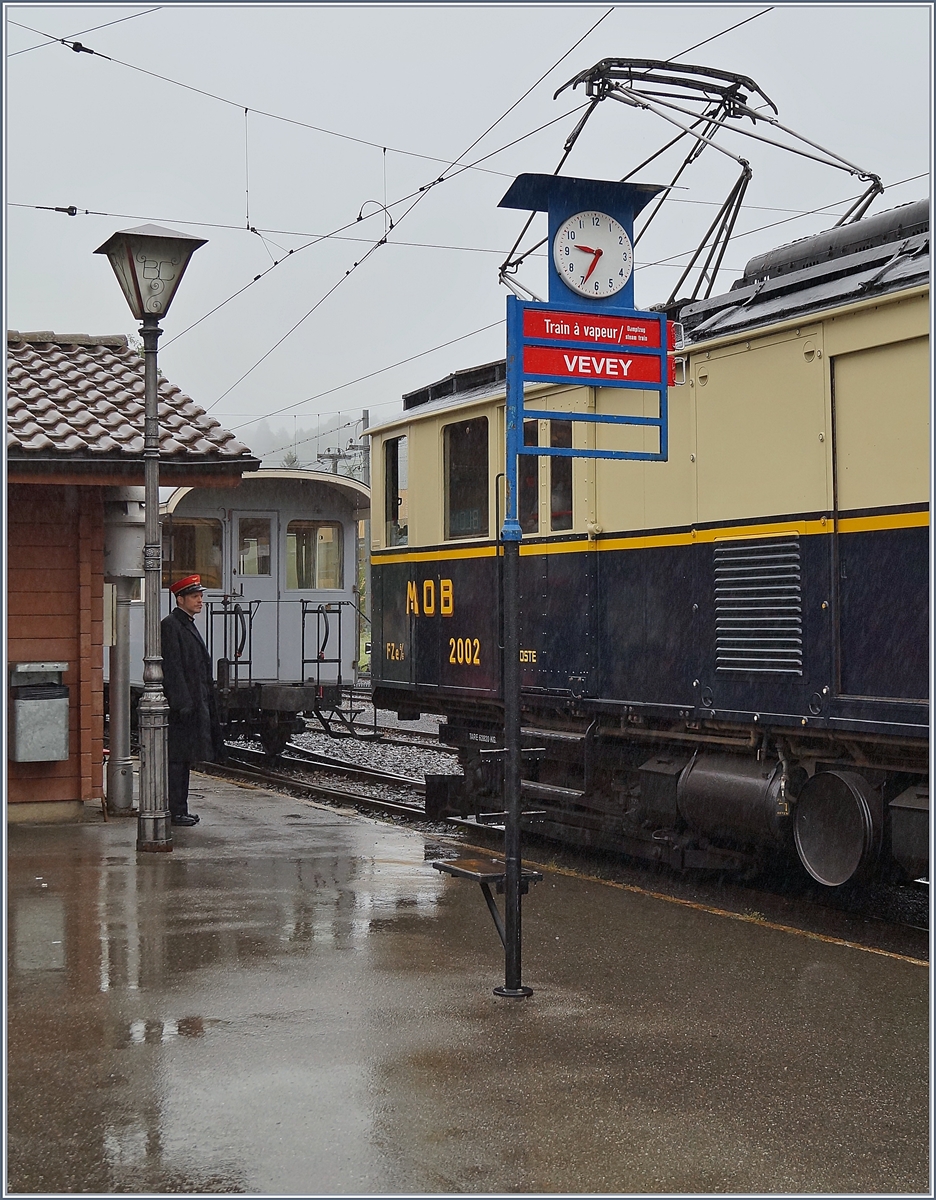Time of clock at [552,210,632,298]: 9:34
